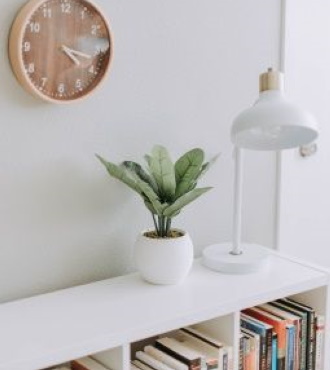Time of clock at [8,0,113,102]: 4:17
